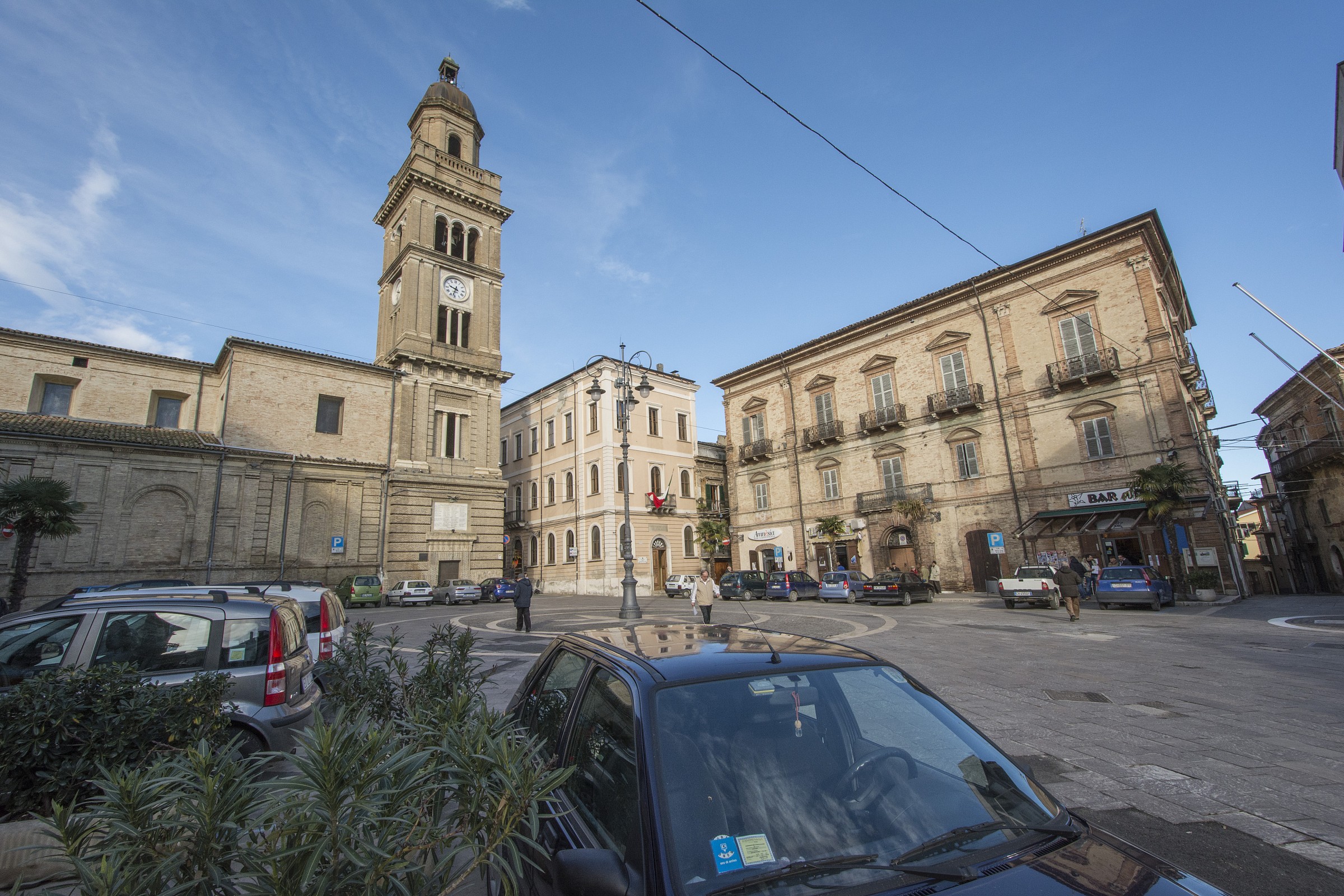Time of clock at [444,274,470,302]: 9:32
